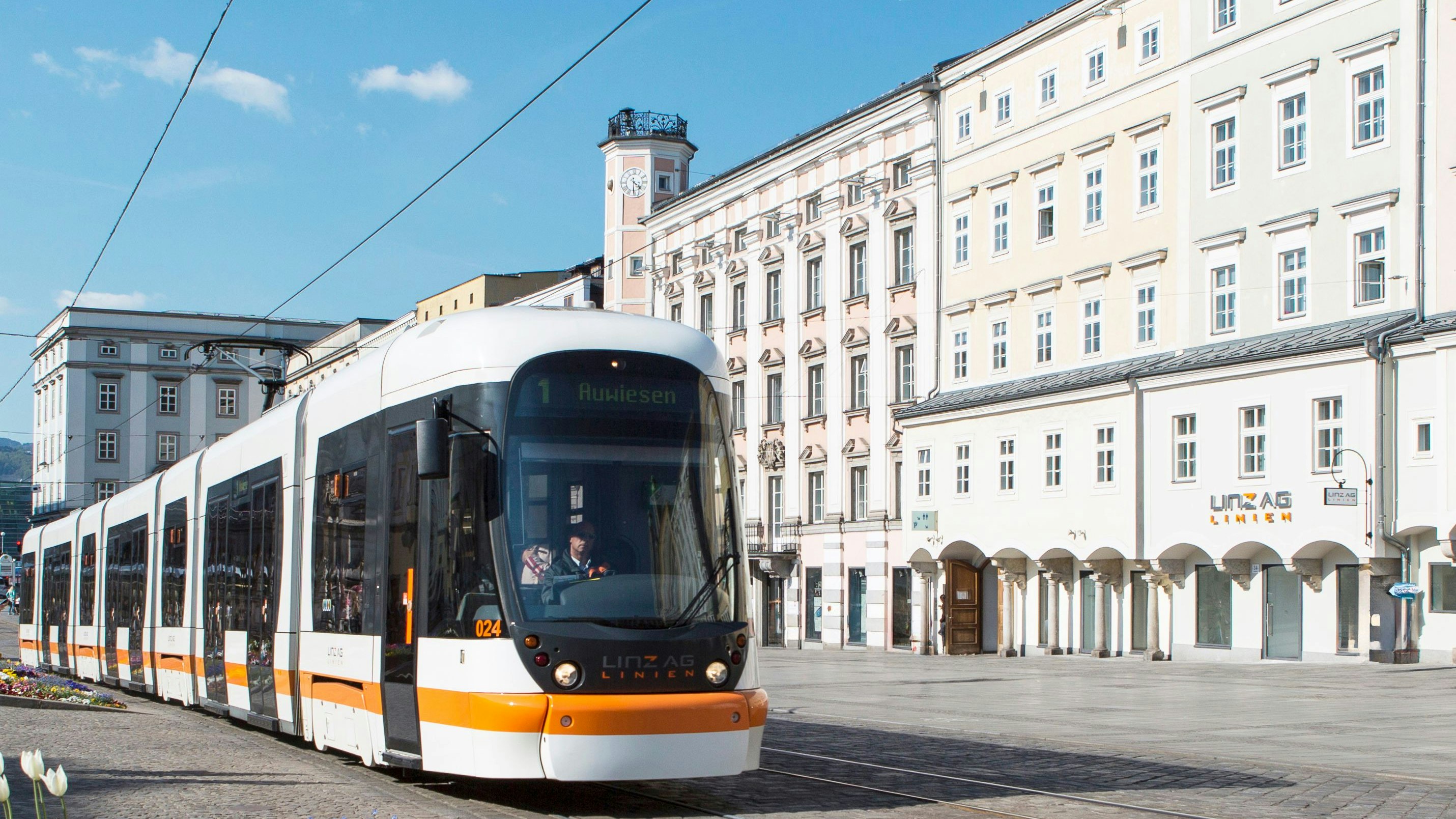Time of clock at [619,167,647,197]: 4:29
